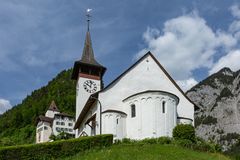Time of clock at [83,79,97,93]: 10:02
